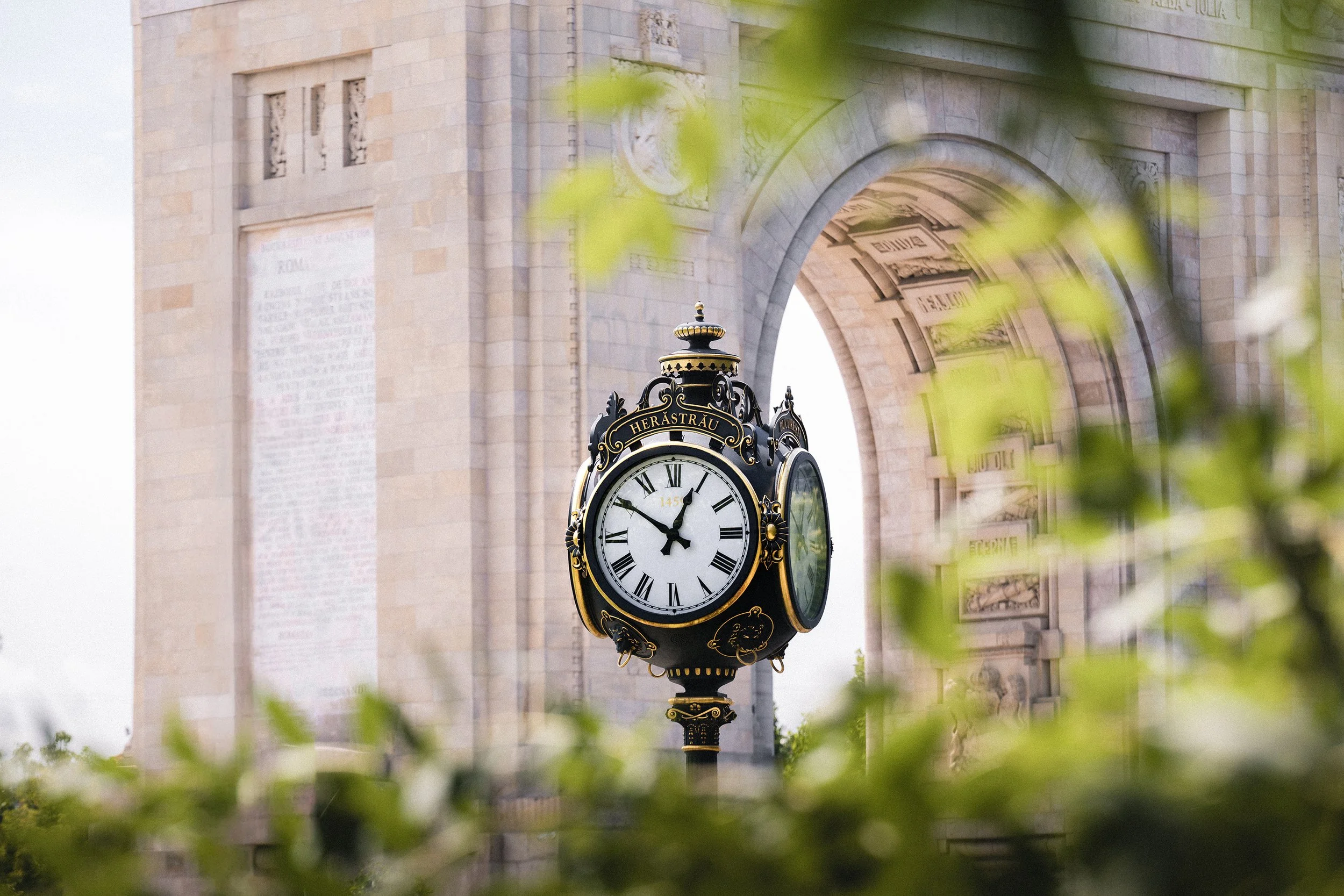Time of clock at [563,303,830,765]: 12:49
